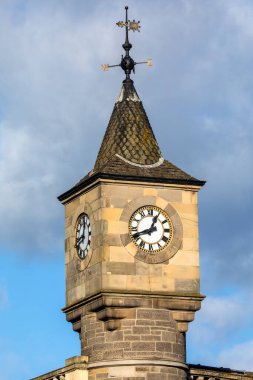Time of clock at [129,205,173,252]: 12:41
